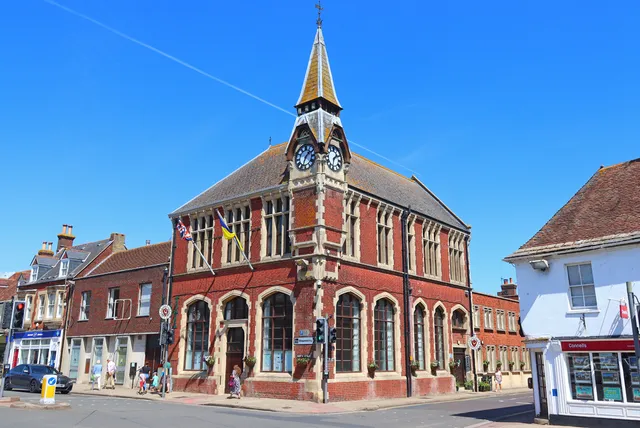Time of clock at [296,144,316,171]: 1:33
